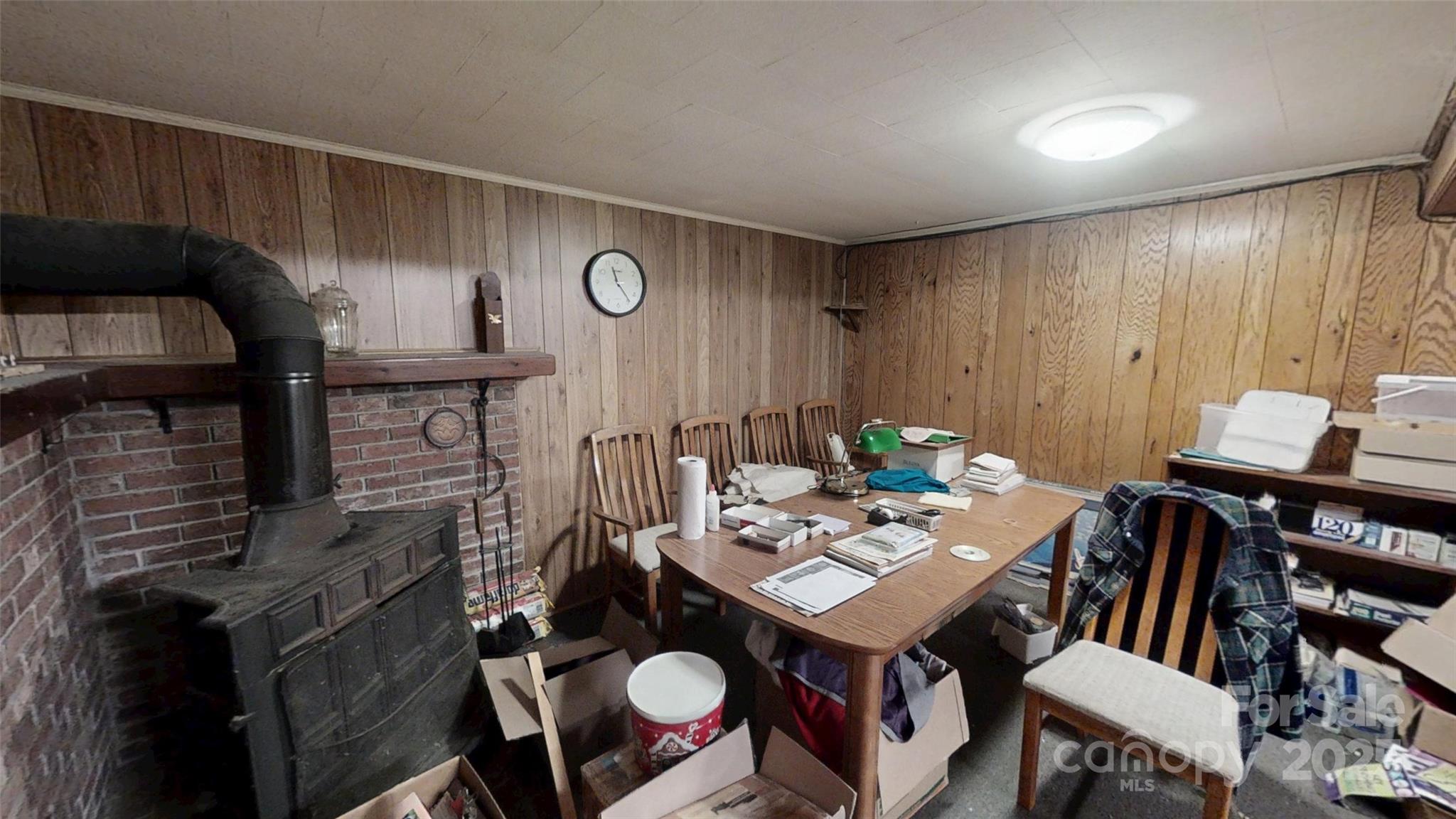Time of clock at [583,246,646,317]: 11:23
